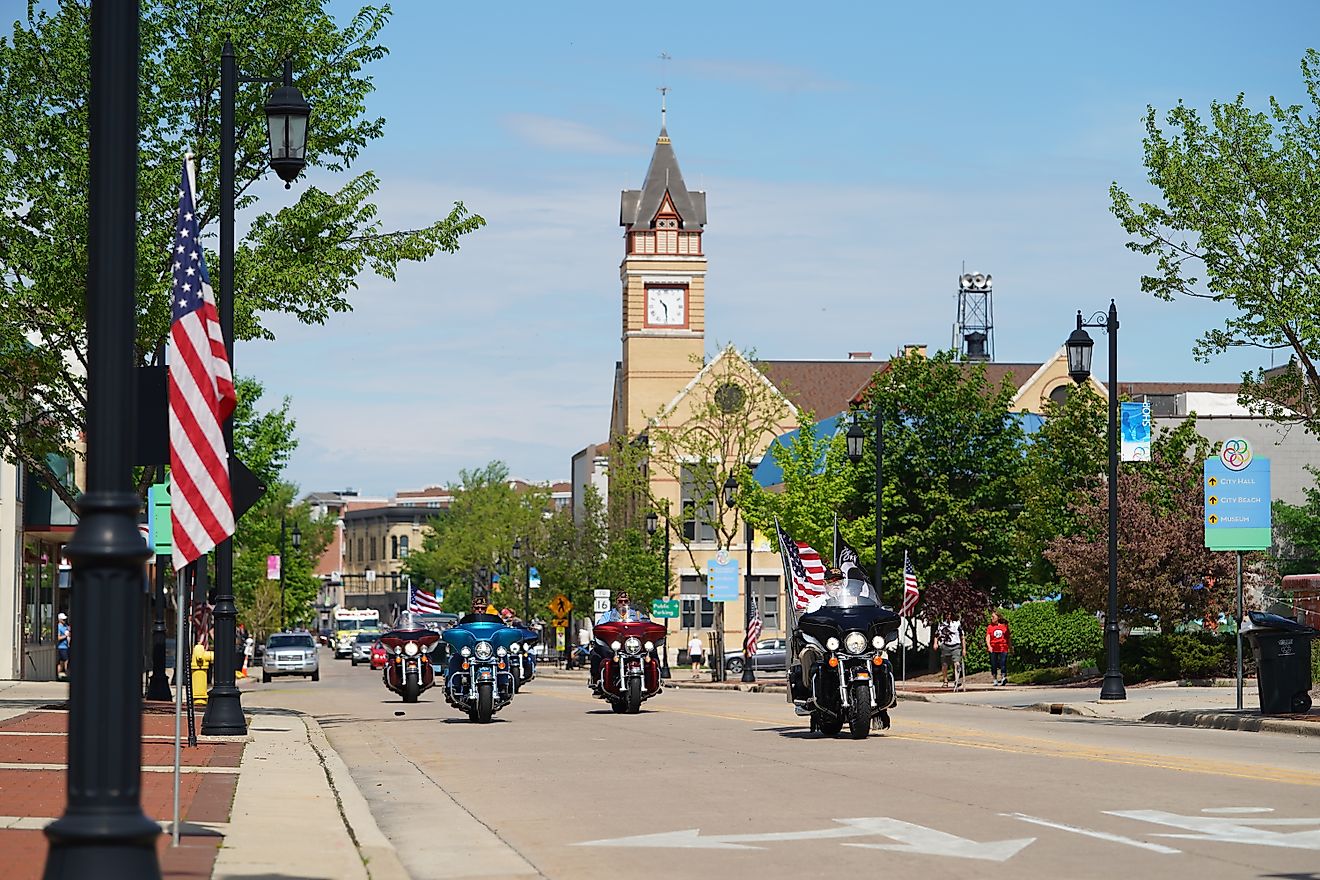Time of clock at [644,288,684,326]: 10:28
